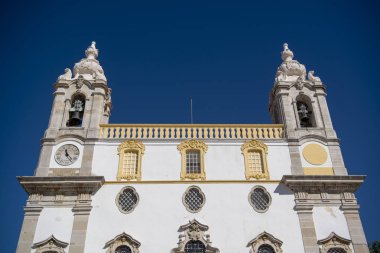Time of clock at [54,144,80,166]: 11:23
